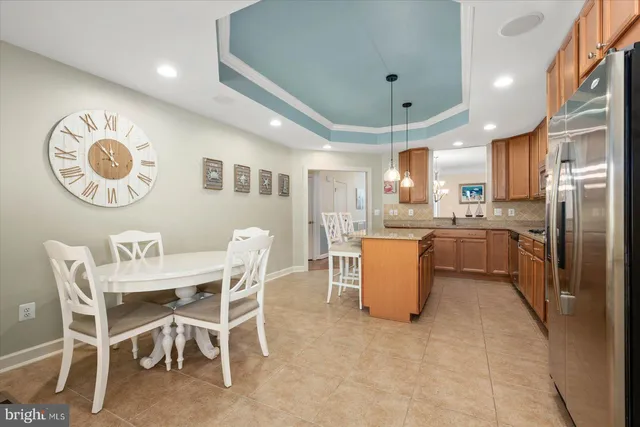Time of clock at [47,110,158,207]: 11:52
